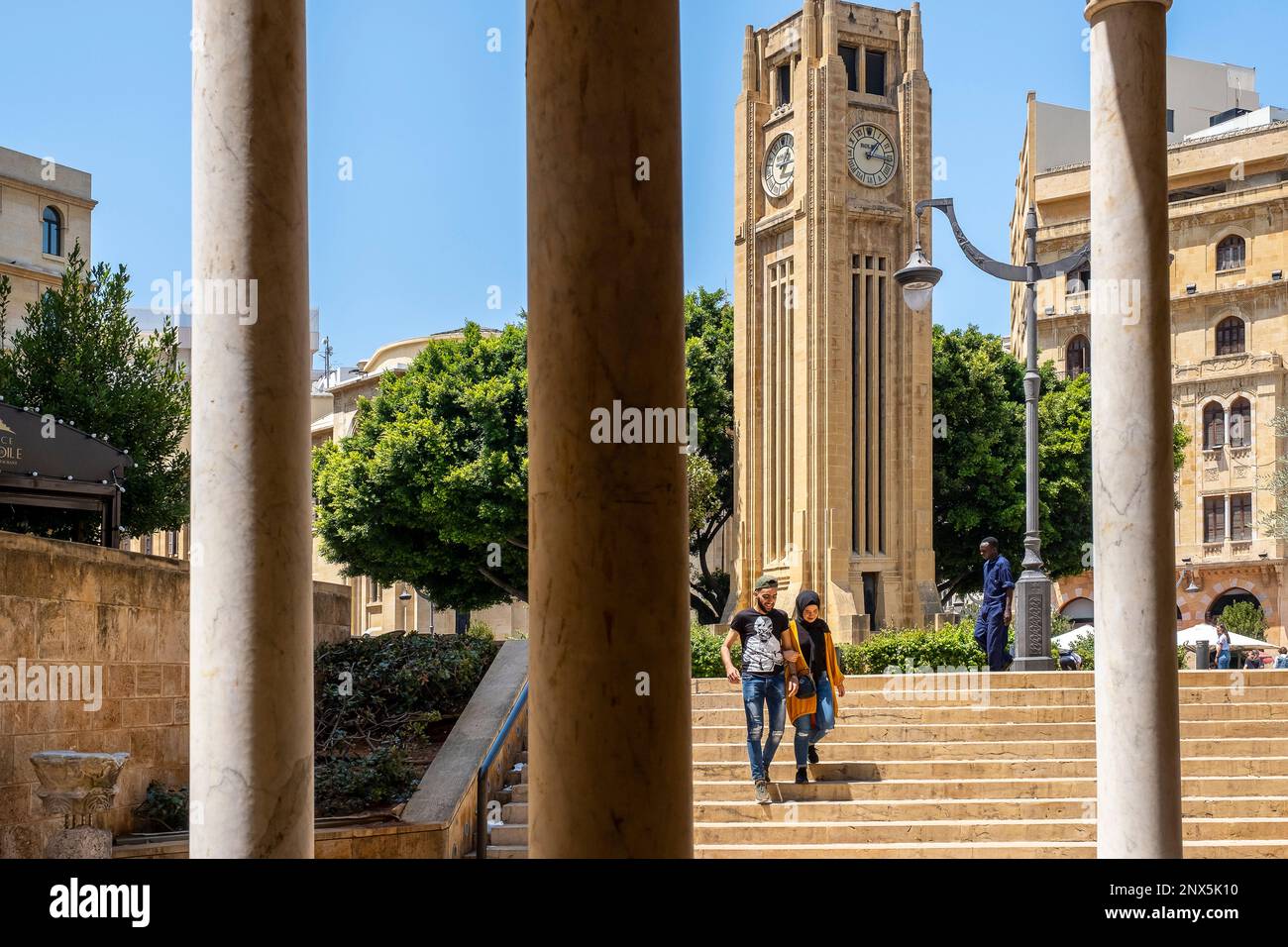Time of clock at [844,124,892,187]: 1:16
